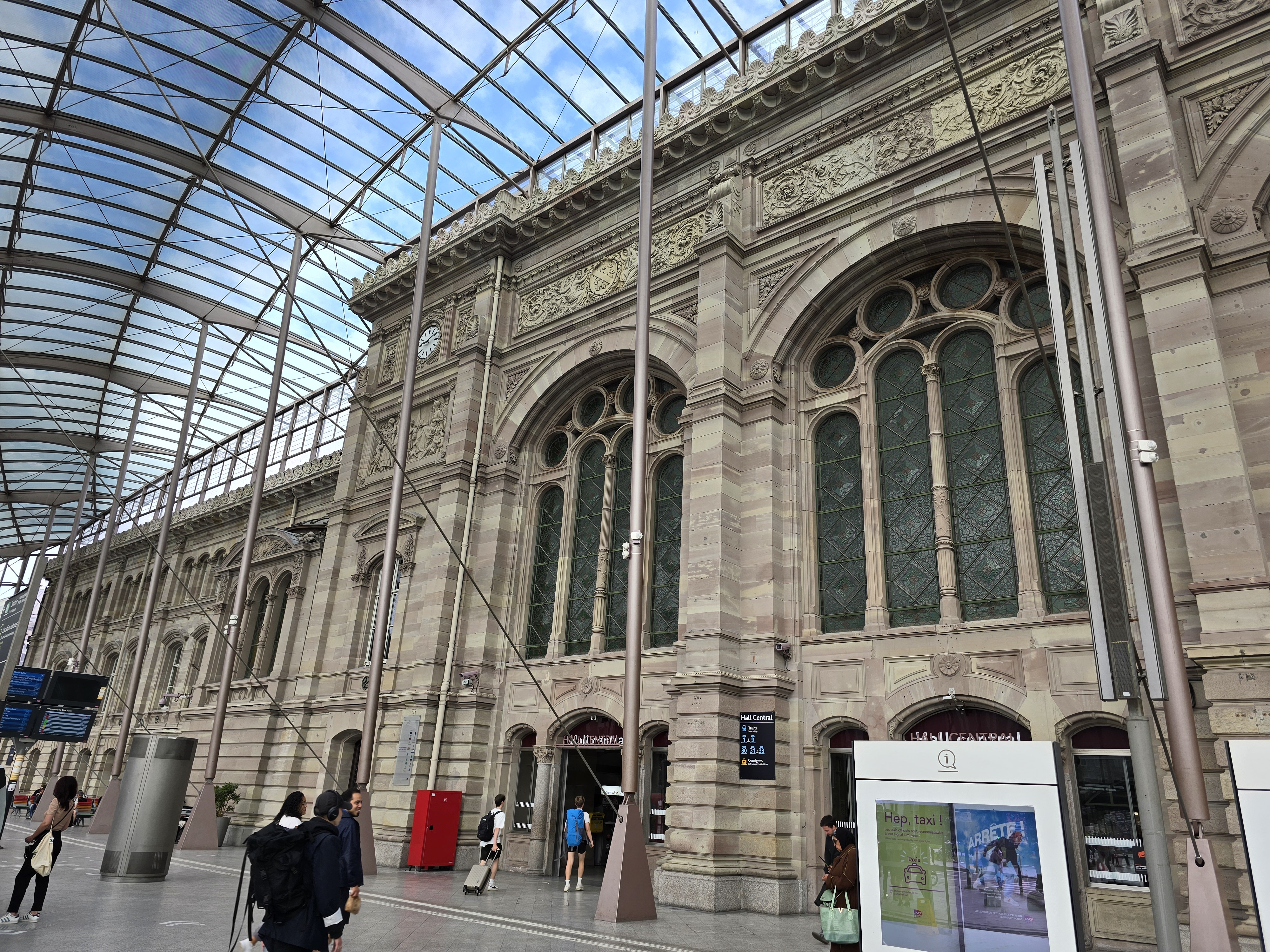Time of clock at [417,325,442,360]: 9:10
